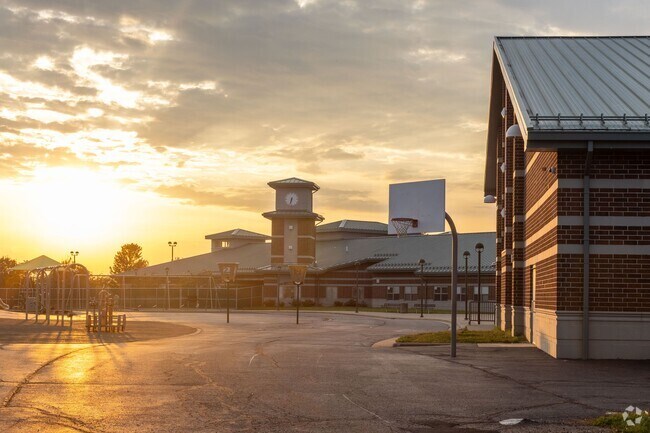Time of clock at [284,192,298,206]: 6:32
